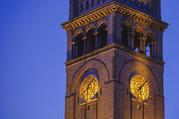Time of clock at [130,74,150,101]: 6:07
